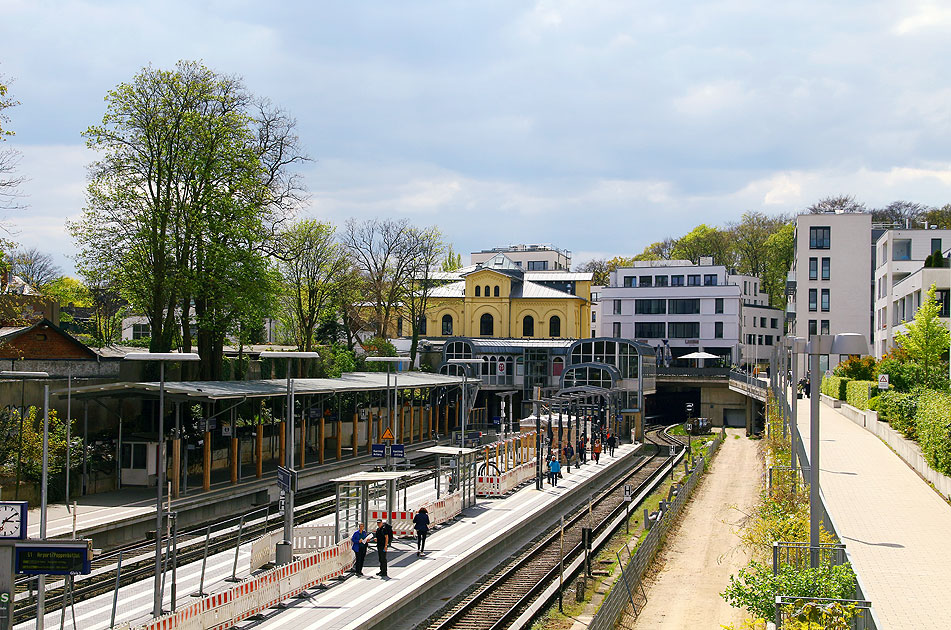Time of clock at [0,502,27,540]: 3:09
